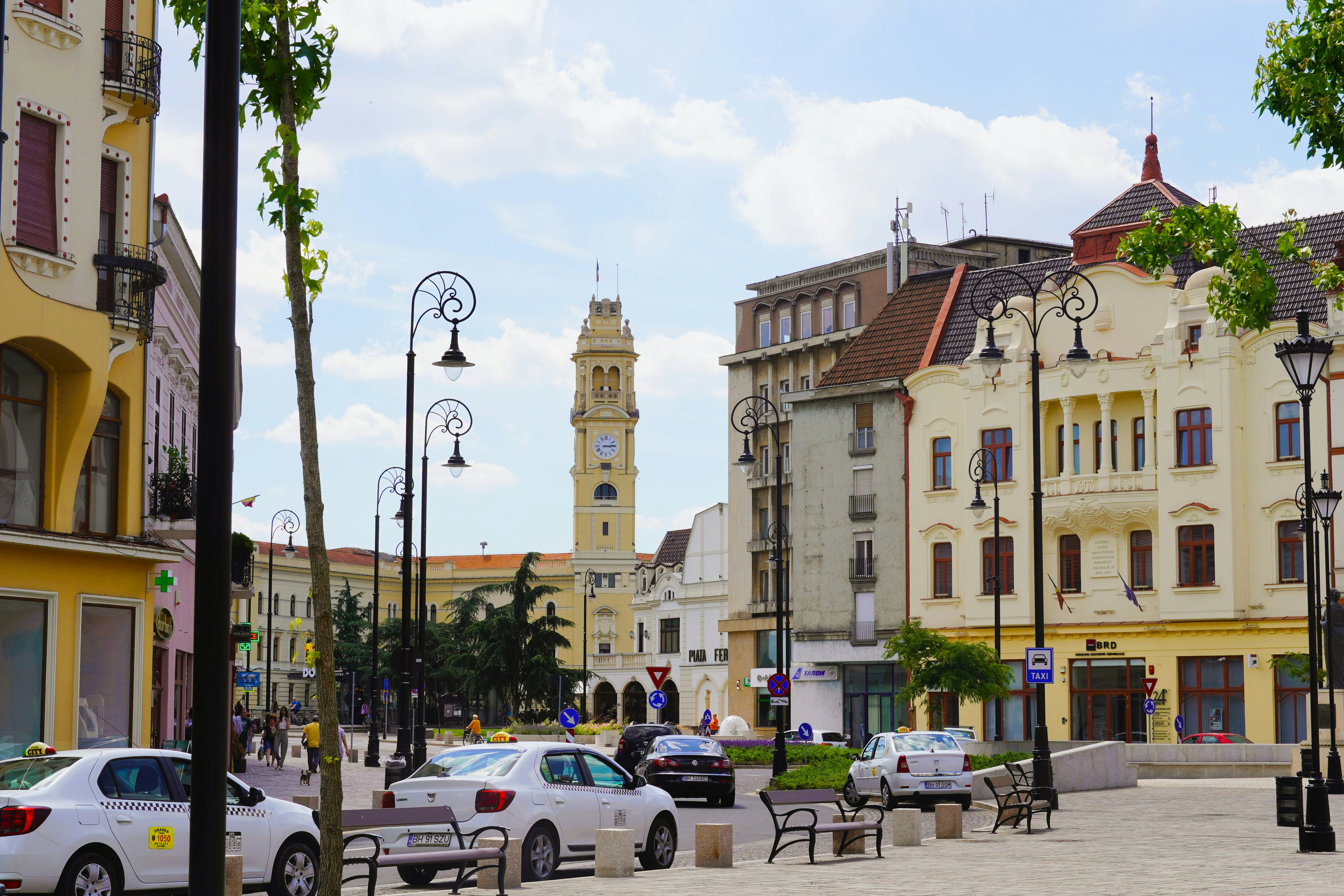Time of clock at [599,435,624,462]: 3:13
